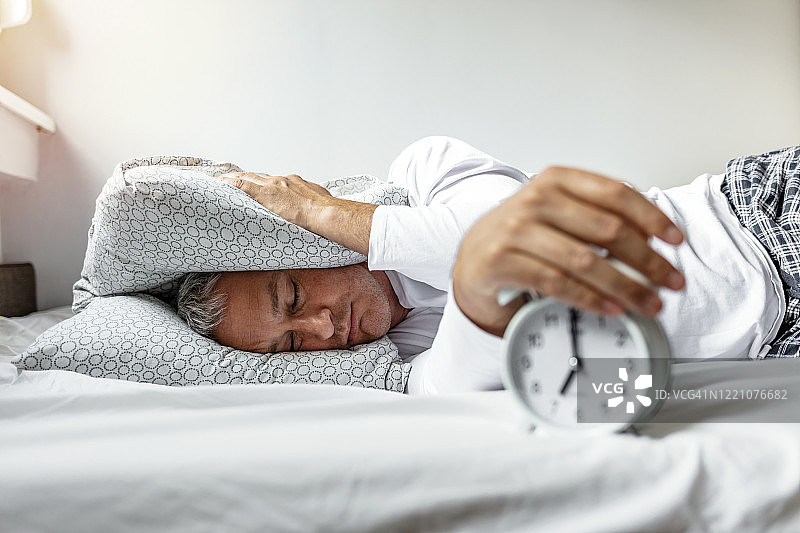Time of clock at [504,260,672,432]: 7:00
